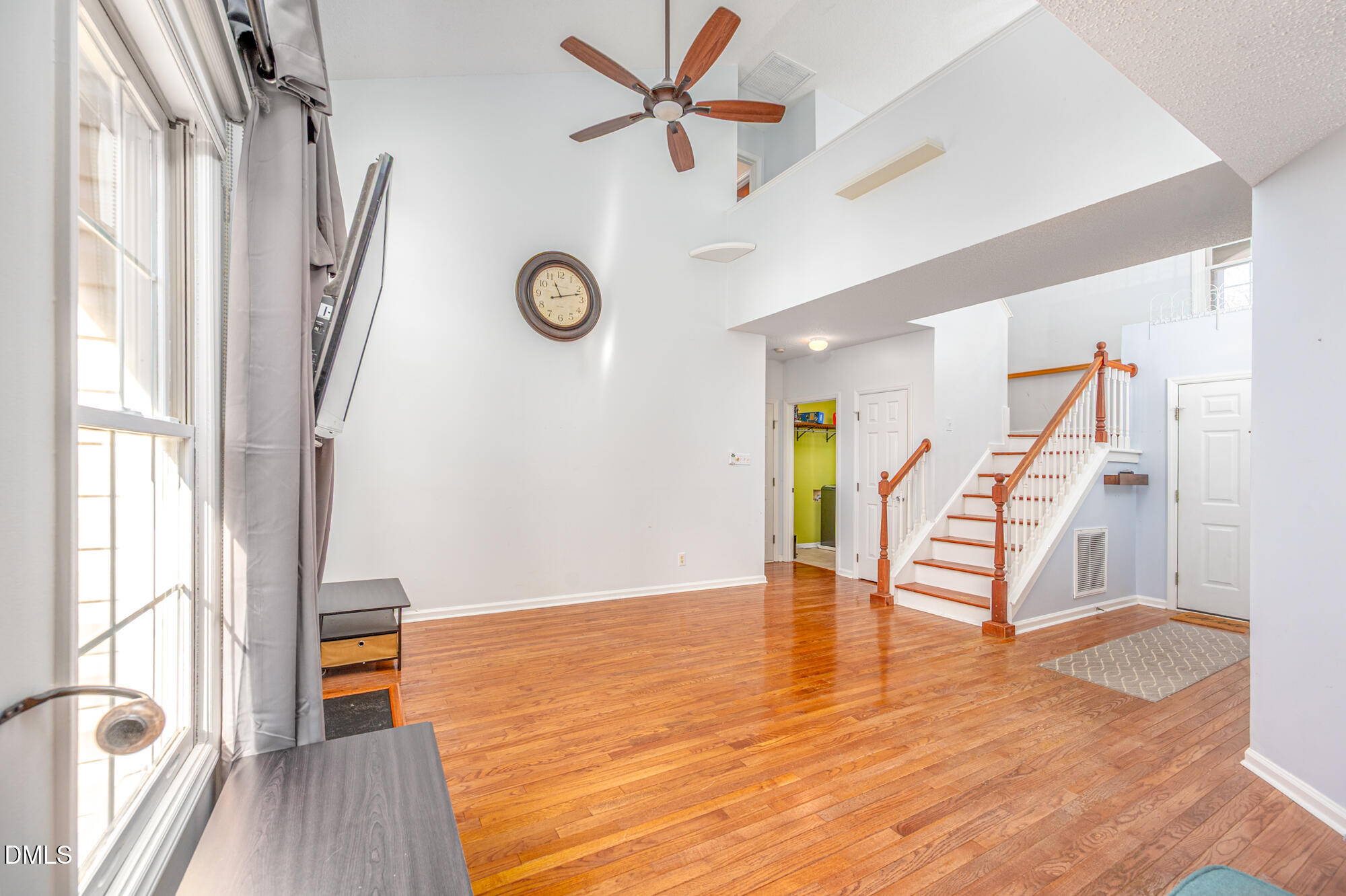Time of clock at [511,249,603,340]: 11:12
